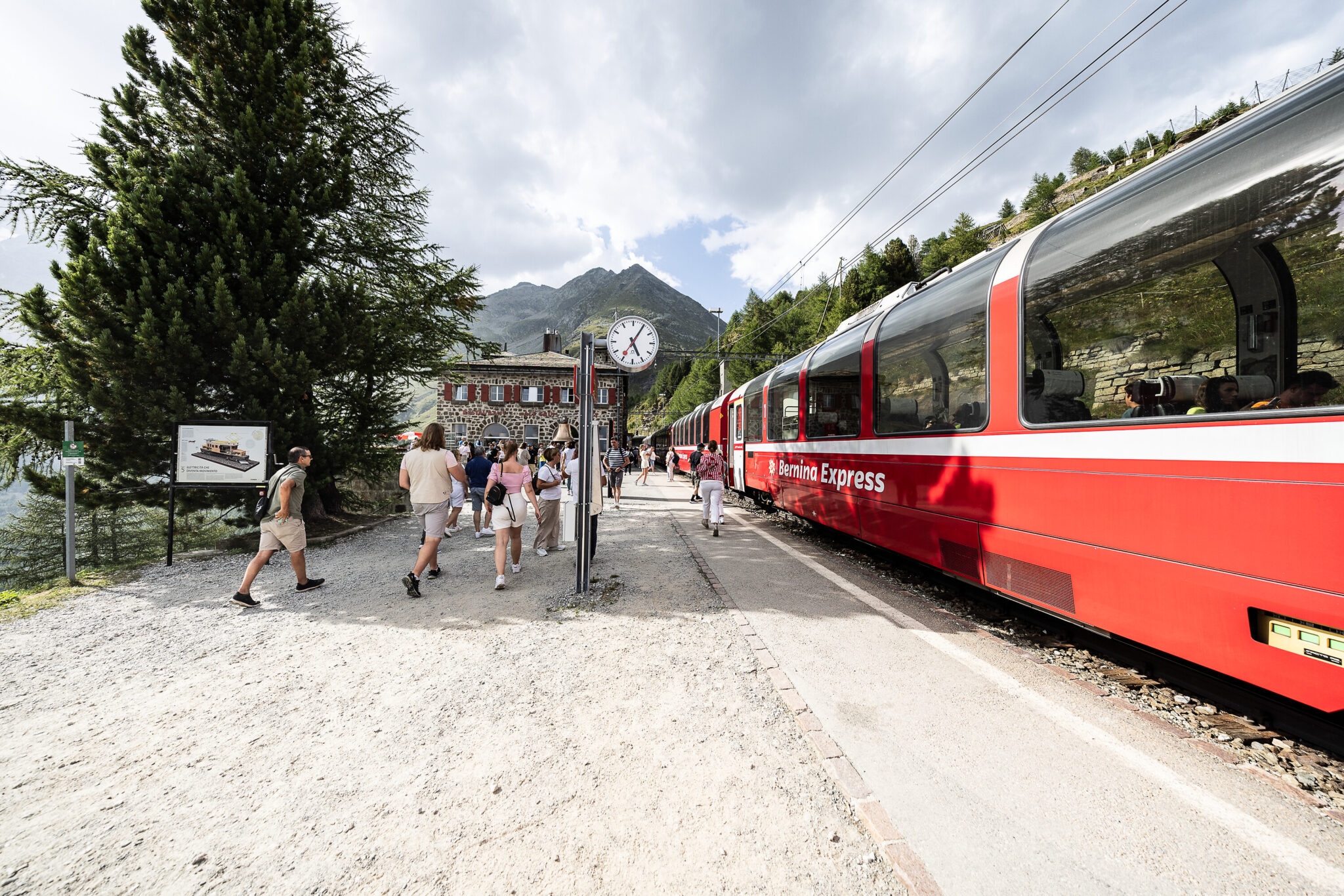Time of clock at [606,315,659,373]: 5:05
